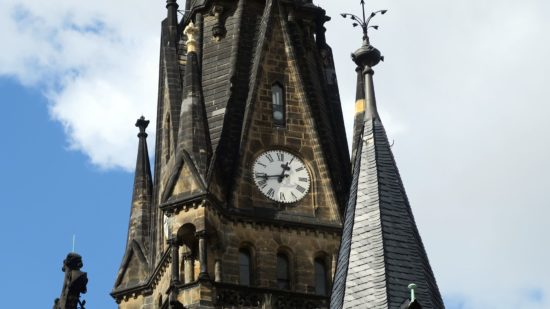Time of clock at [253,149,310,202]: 12:43
